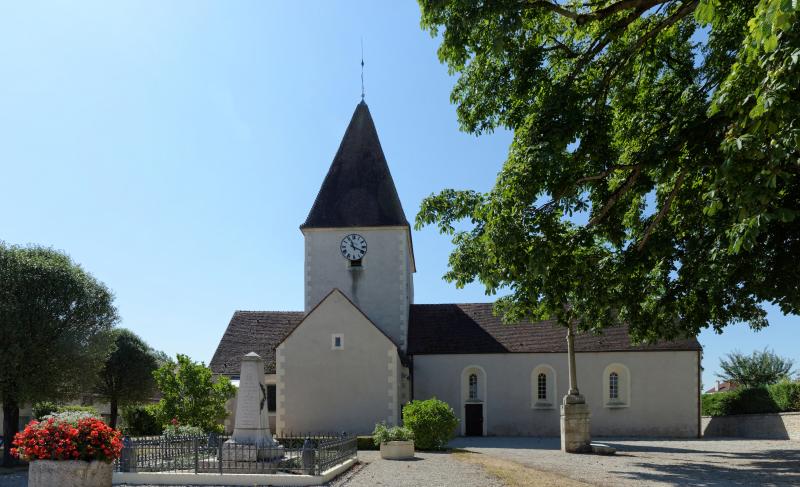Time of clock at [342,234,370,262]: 11:18
